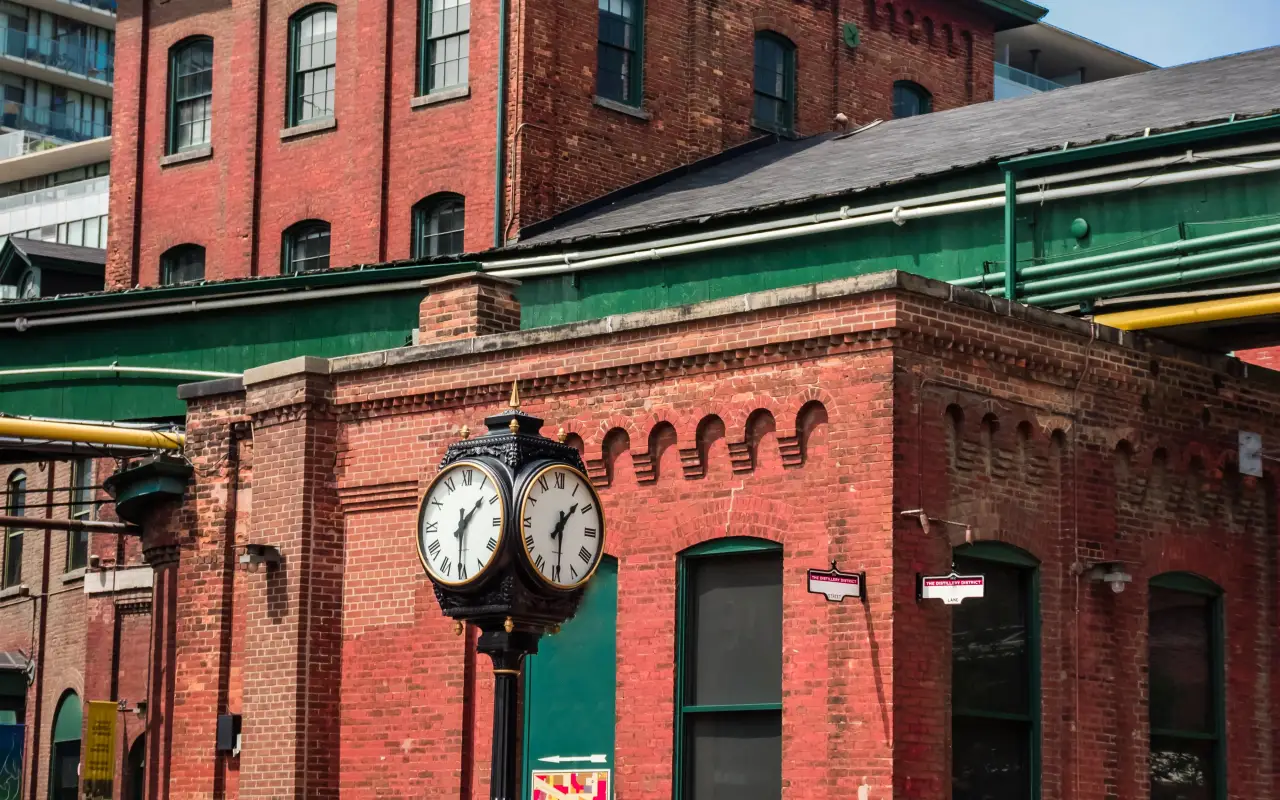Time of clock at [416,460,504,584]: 1:30
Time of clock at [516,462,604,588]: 1:29
